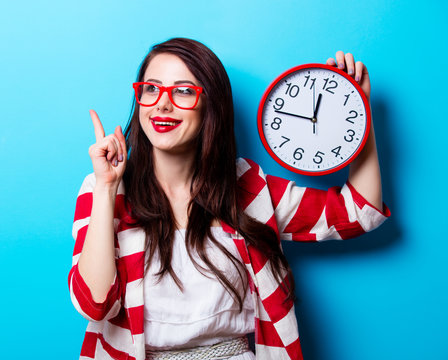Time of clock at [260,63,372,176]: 11:42
